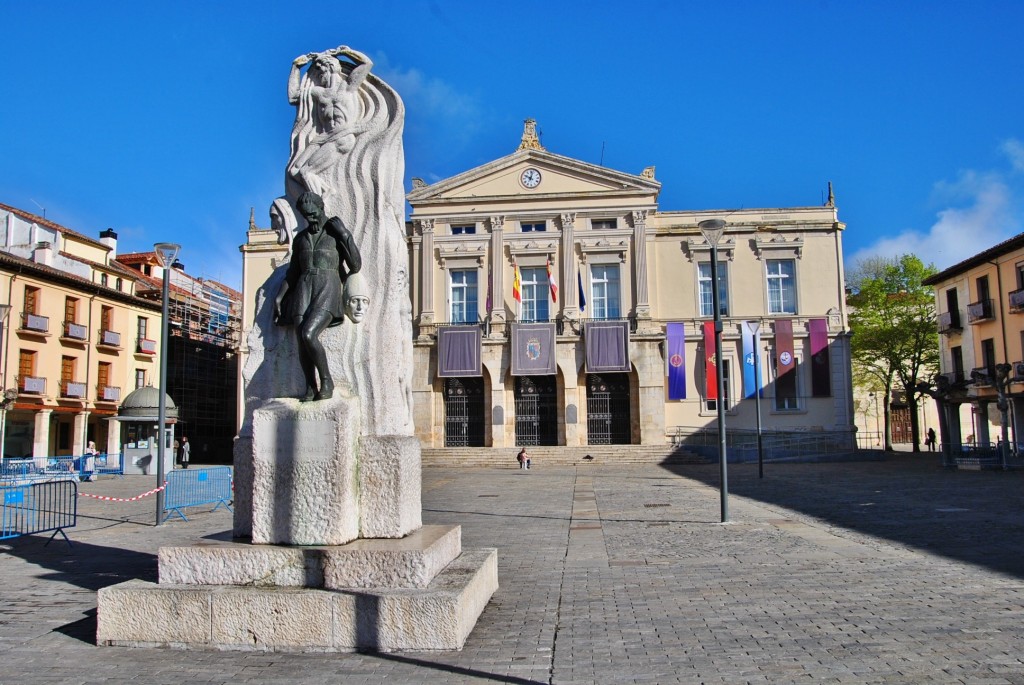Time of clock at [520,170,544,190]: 10:02
